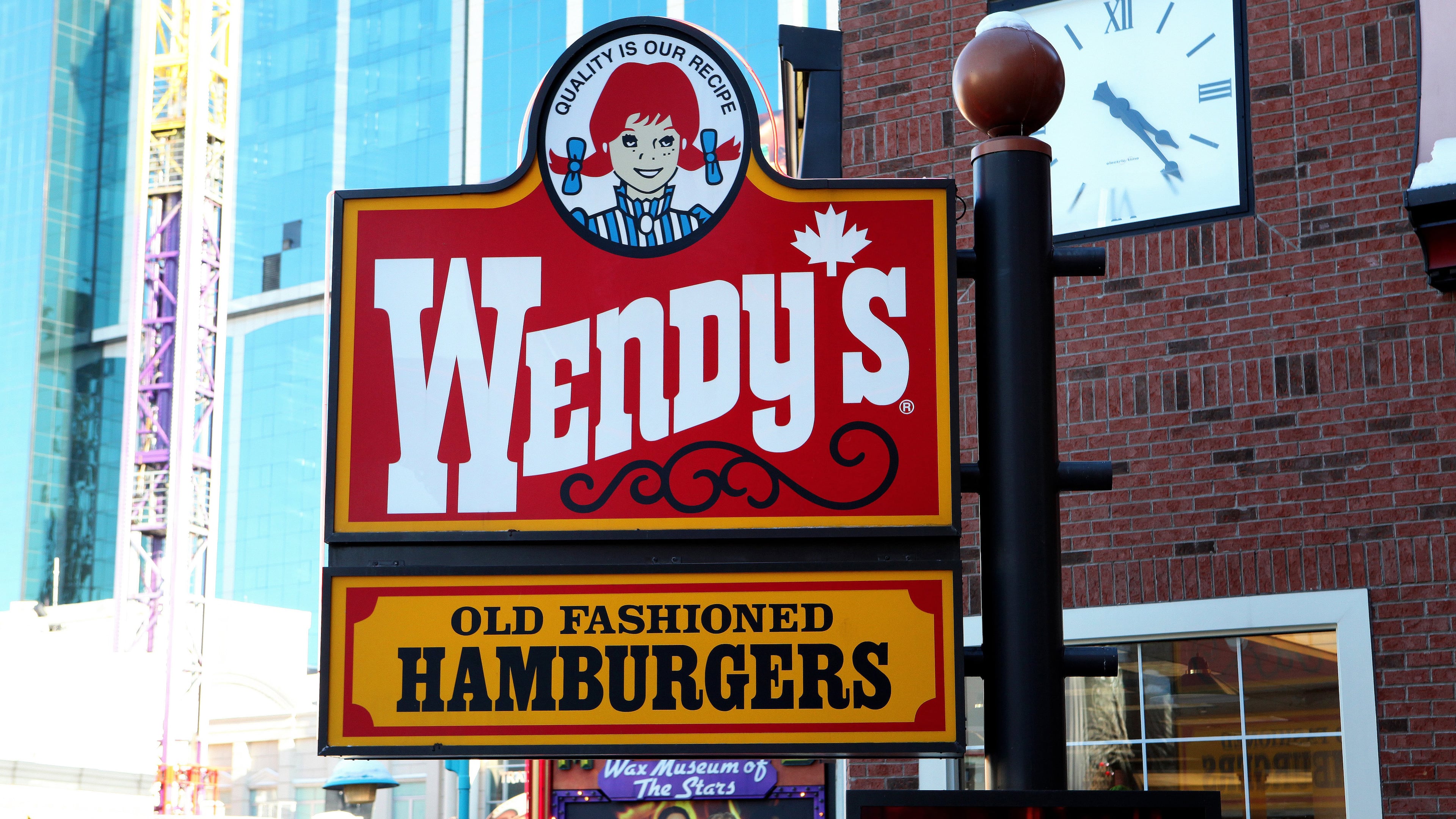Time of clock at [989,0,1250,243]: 4:23
